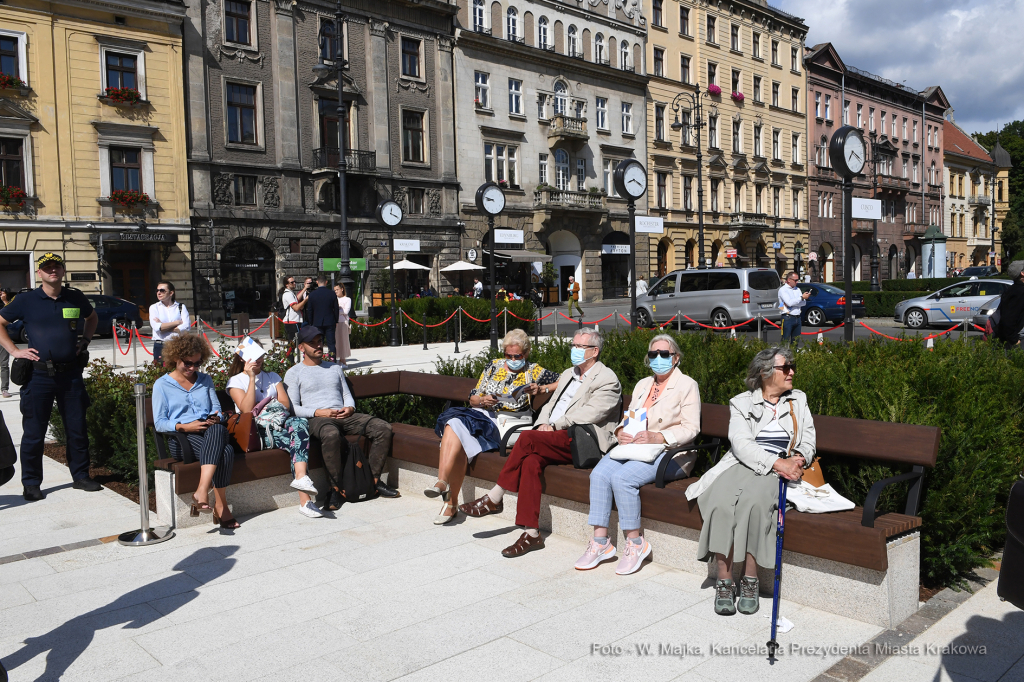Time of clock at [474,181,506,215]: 8:46
